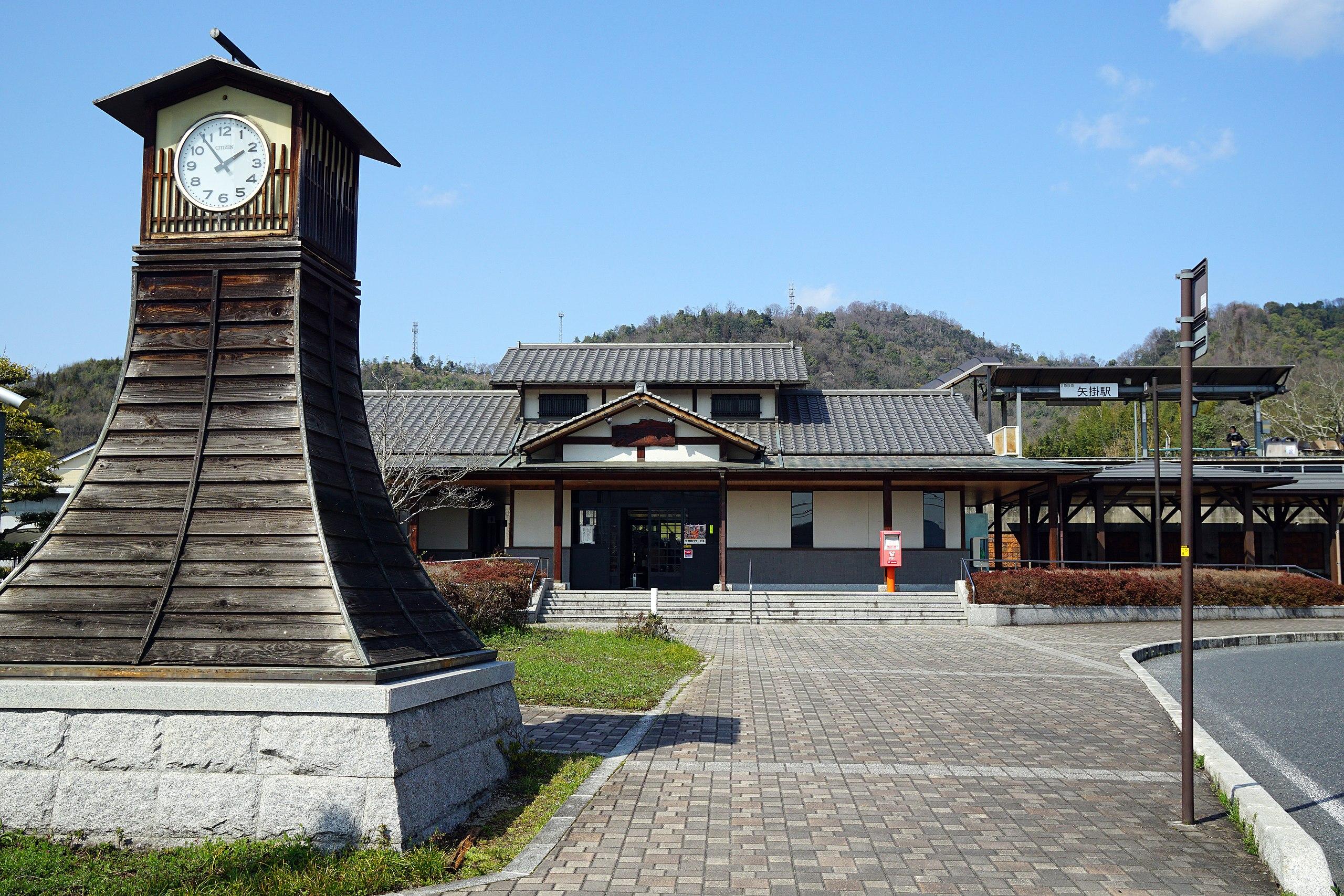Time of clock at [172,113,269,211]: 1:53
